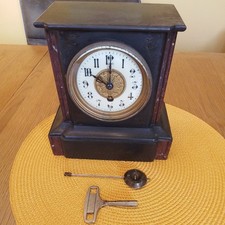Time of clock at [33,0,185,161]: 10:00
